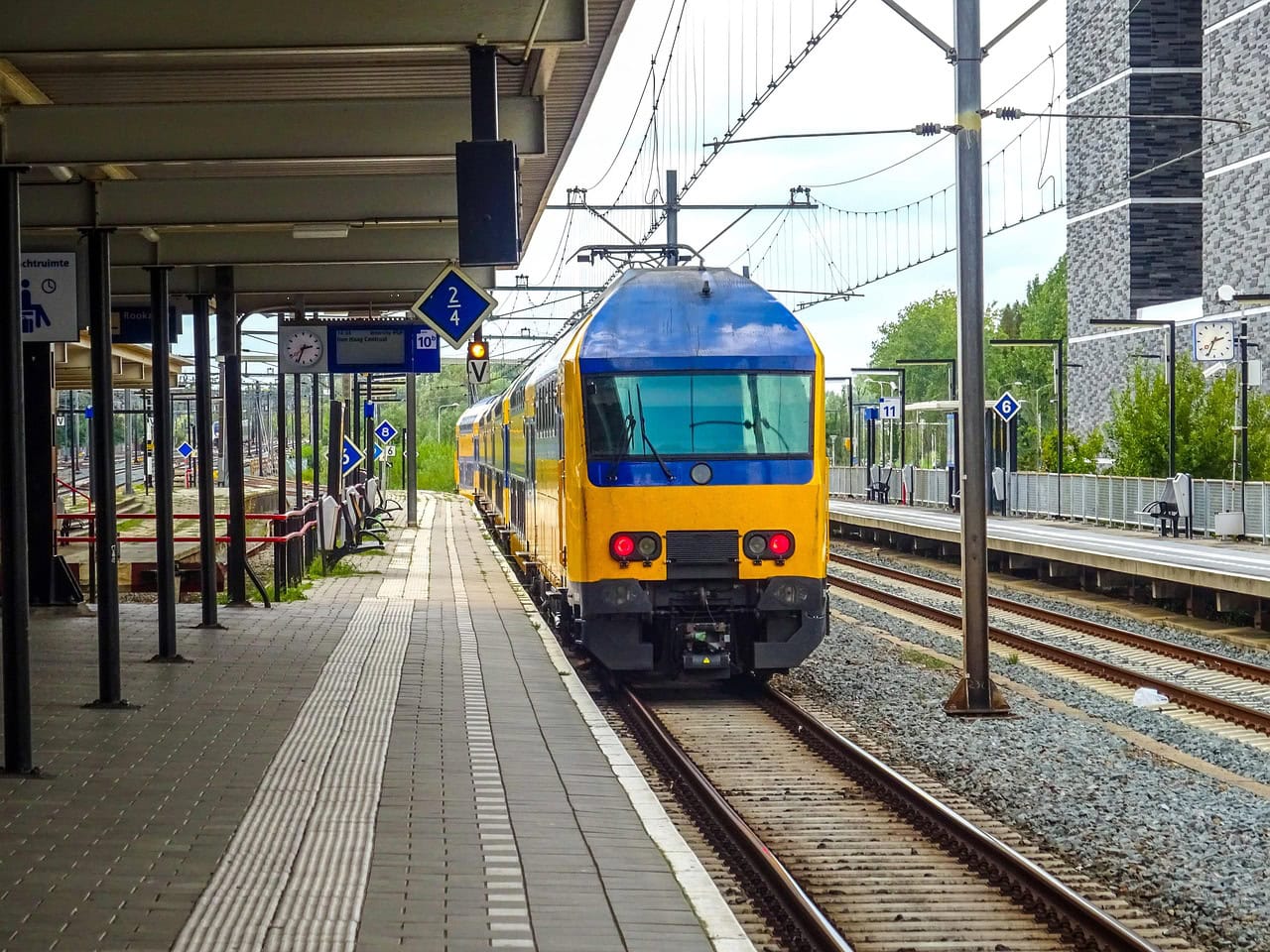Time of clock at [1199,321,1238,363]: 2:34
